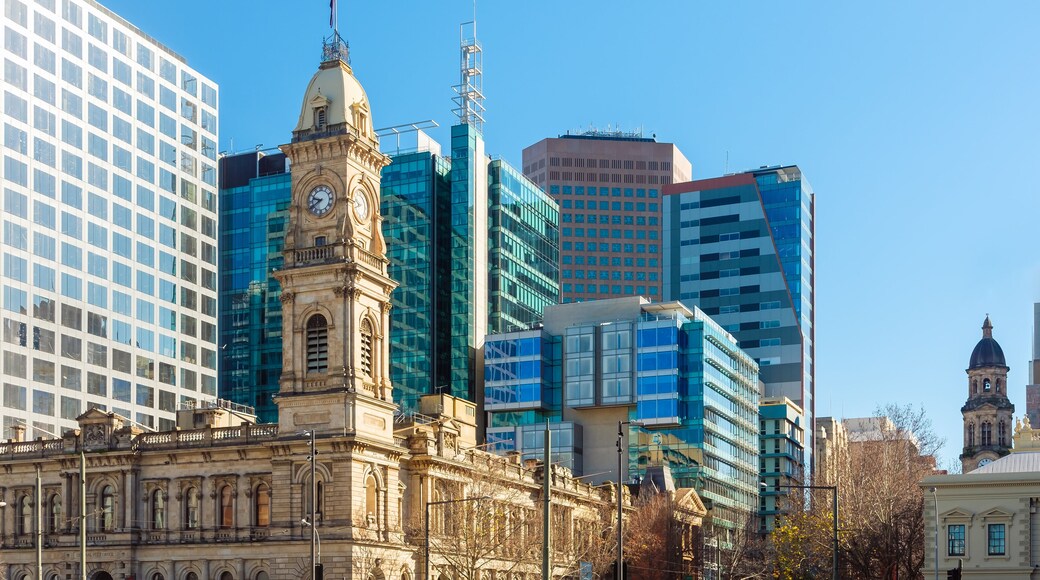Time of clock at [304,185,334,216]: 9:39
